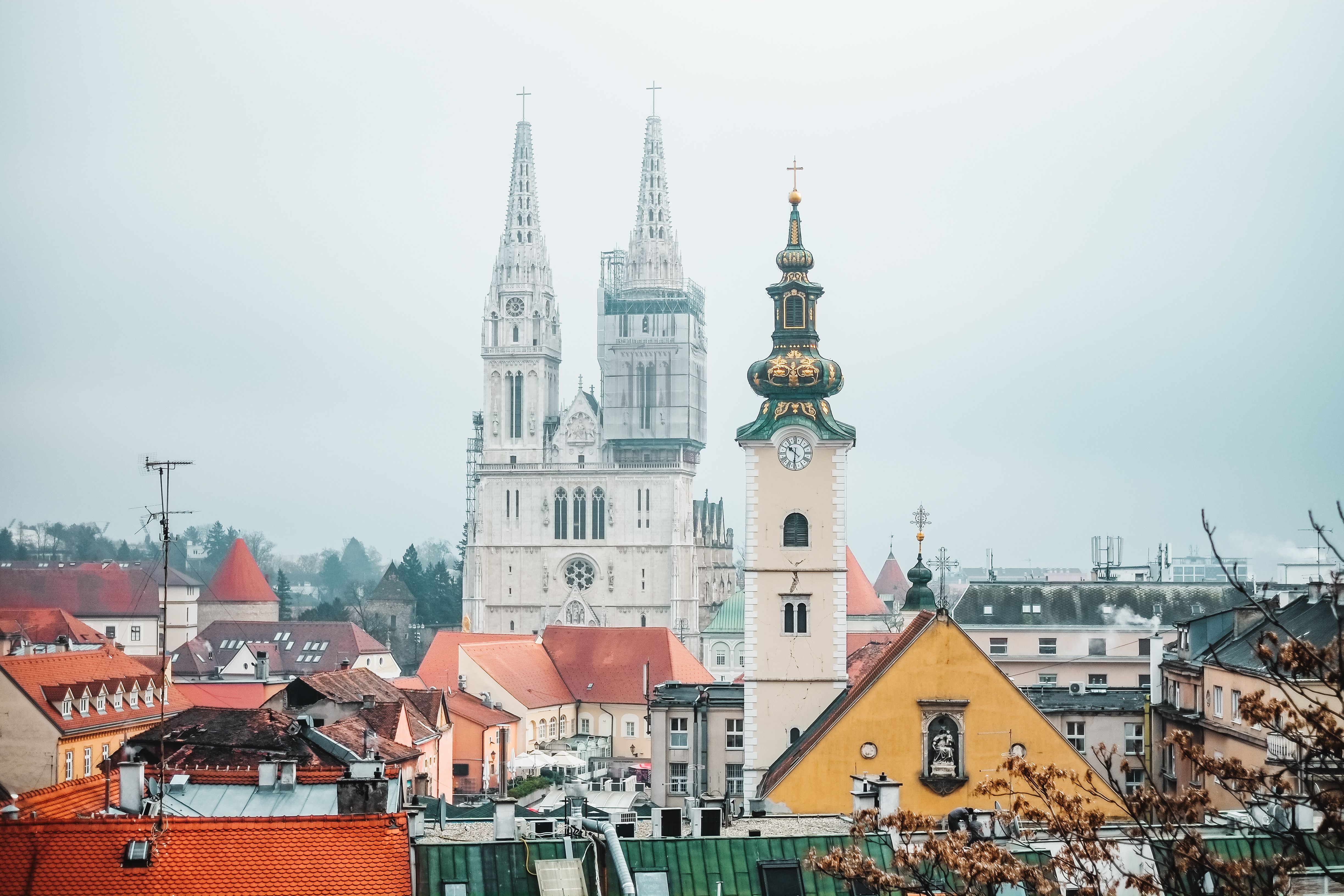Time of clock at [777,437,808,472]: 10:30
